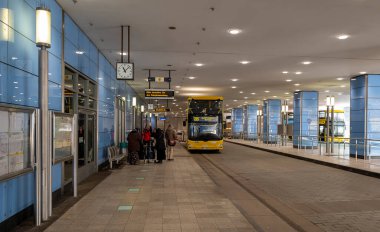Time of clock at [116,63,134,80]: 11:07
